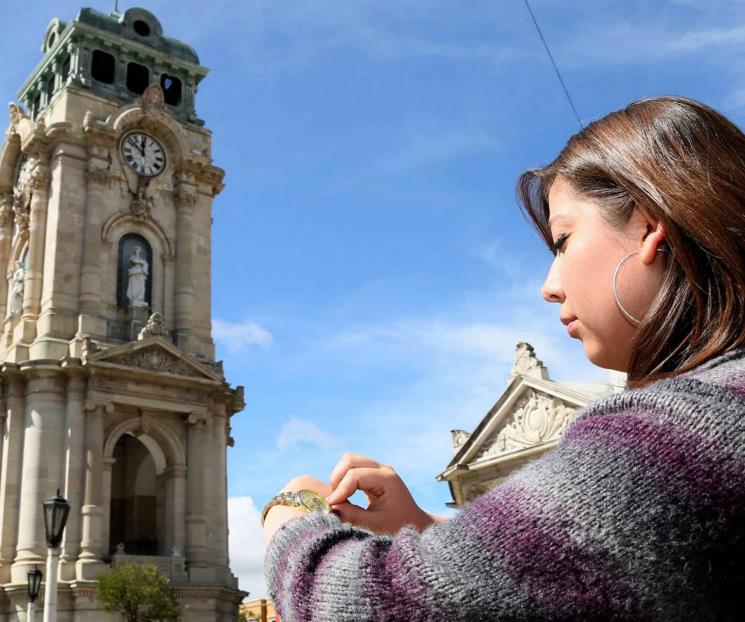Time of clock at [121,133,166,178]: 11:51
